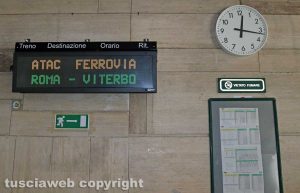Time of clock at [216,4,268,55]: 12:16
